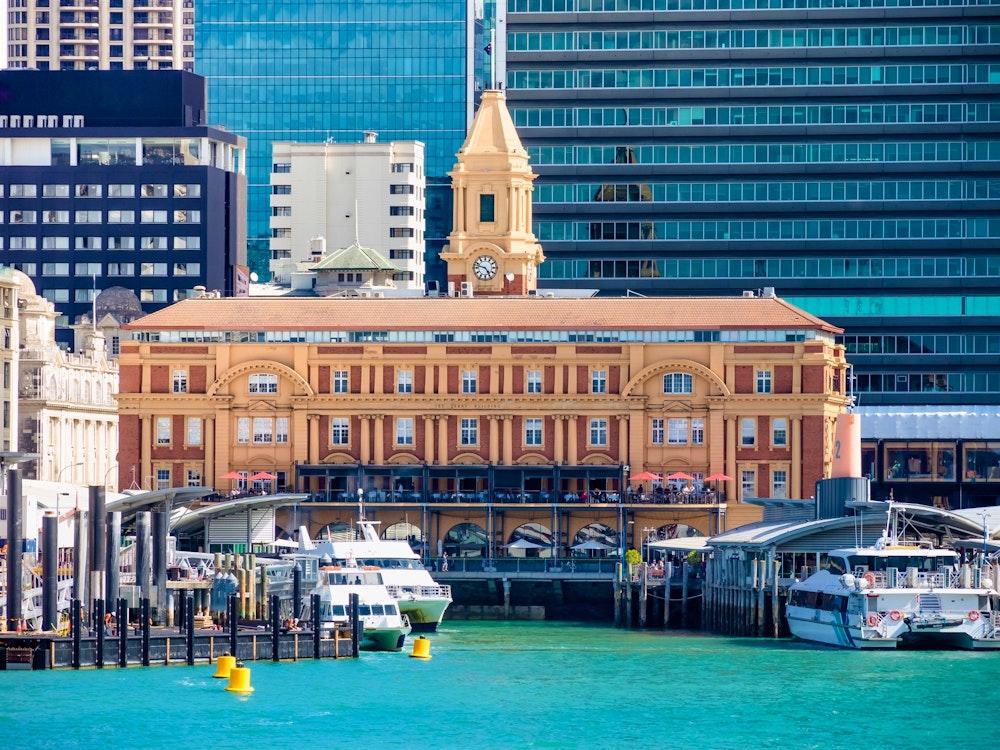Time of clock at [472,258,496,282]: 4:47
